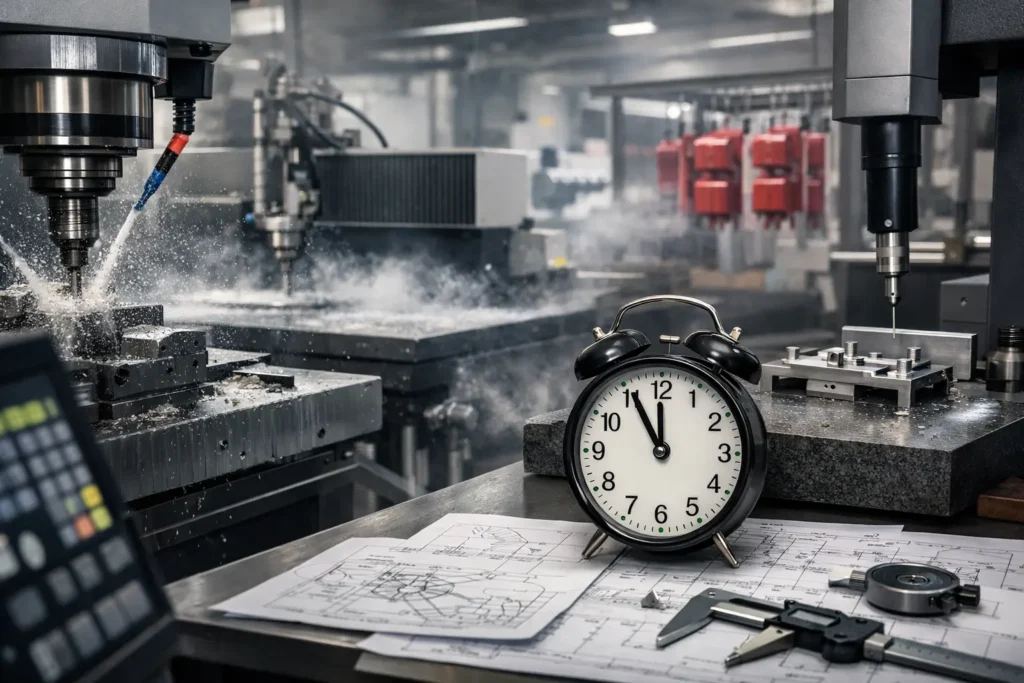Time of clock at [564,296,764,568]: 11:55
